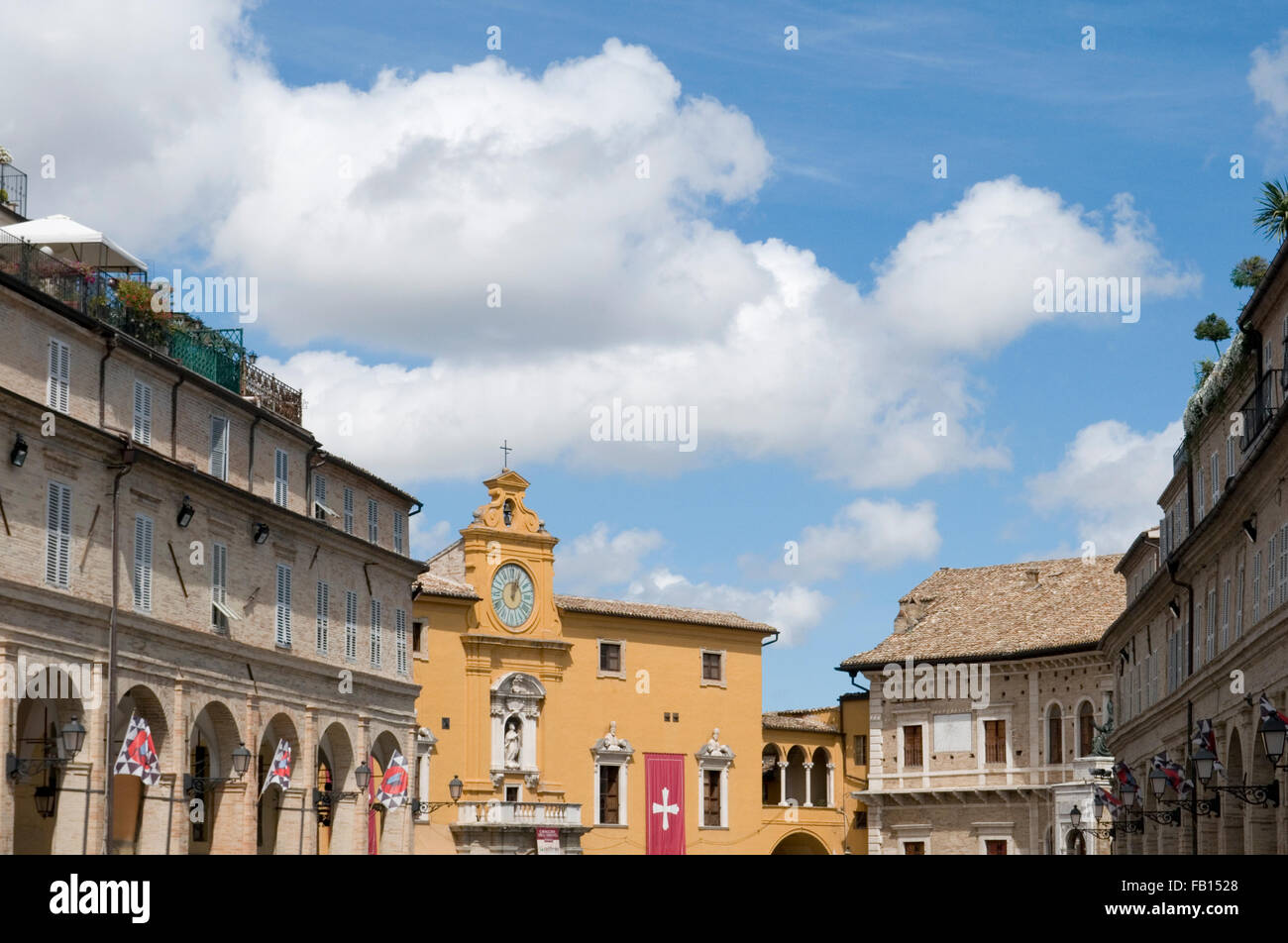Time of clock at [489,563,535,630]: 12:03
